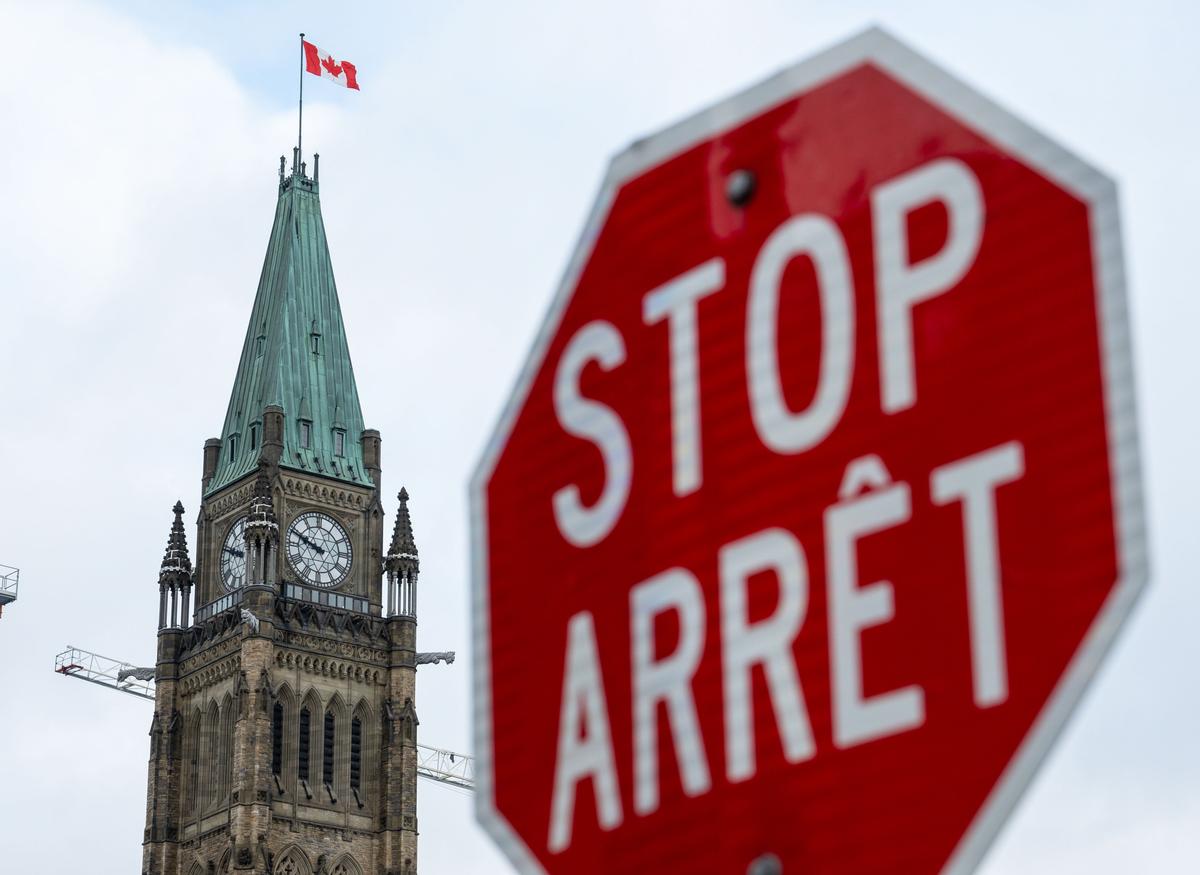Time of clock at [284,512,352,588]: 9:48
